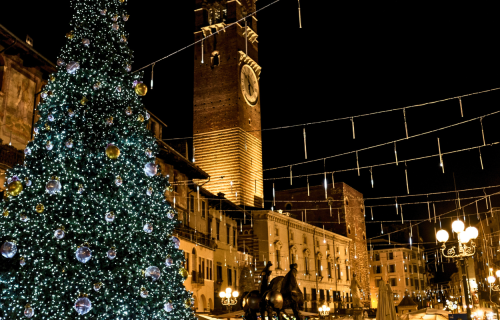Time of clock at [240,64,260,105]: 5:51
